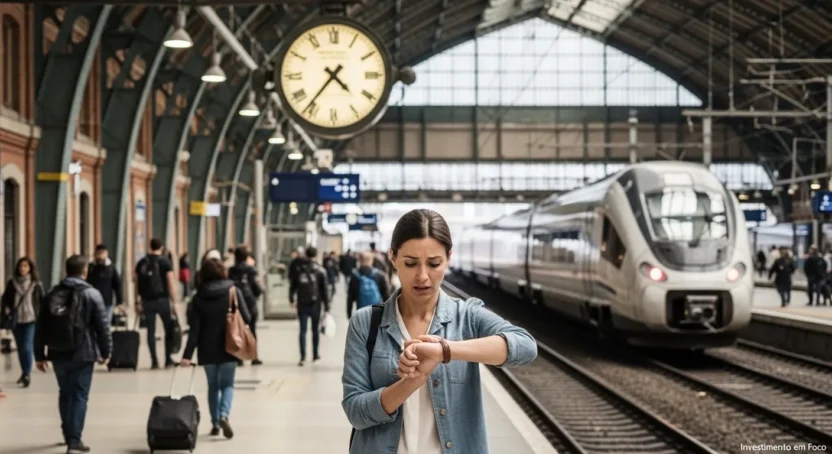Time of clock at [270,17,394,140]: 4:36
